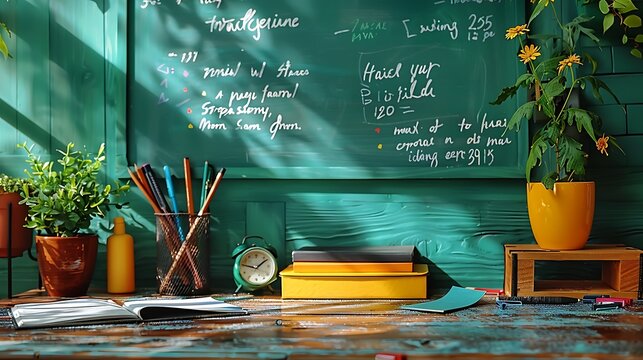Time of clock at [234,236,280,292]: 1:46
